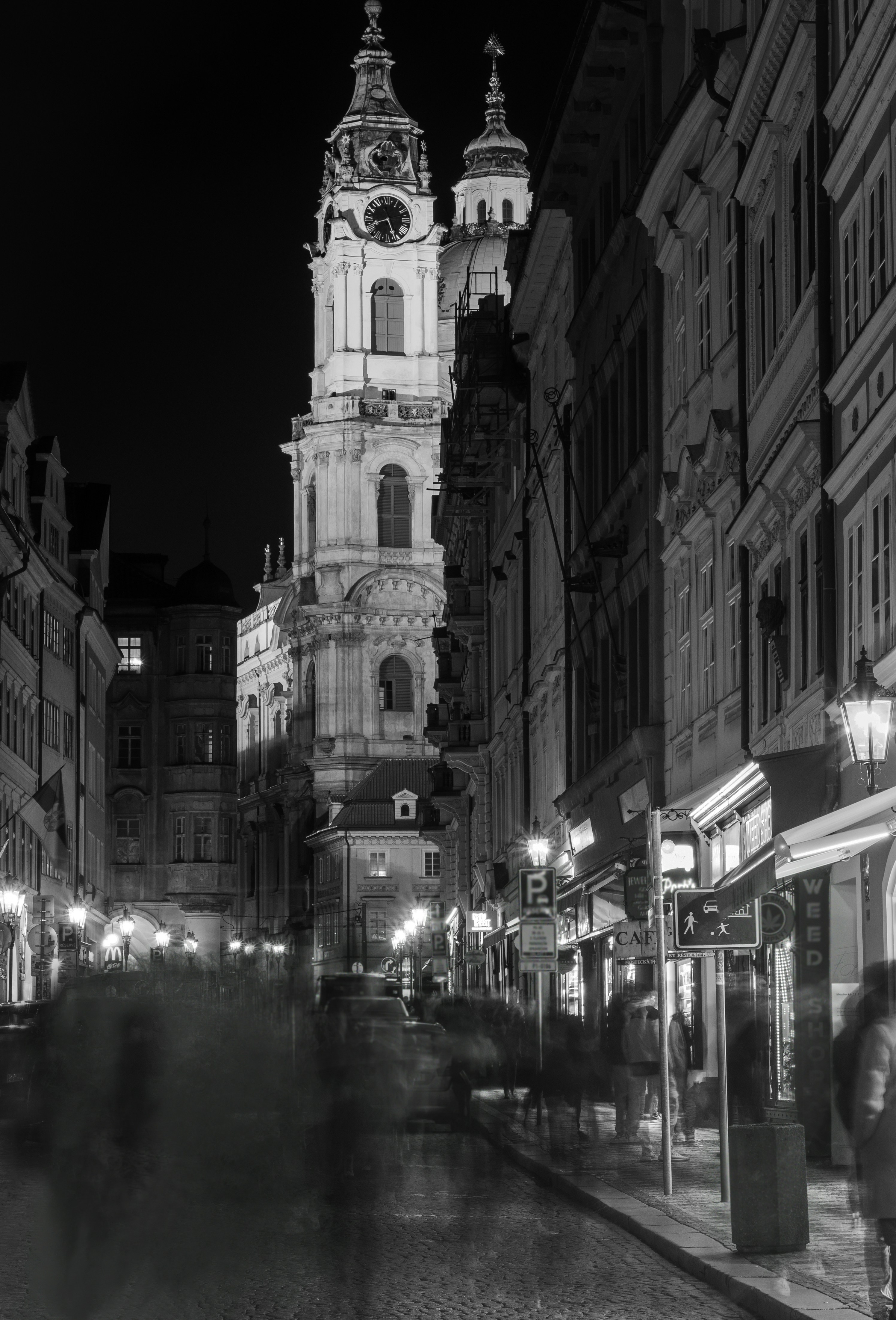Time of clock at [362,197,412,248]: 8:26
